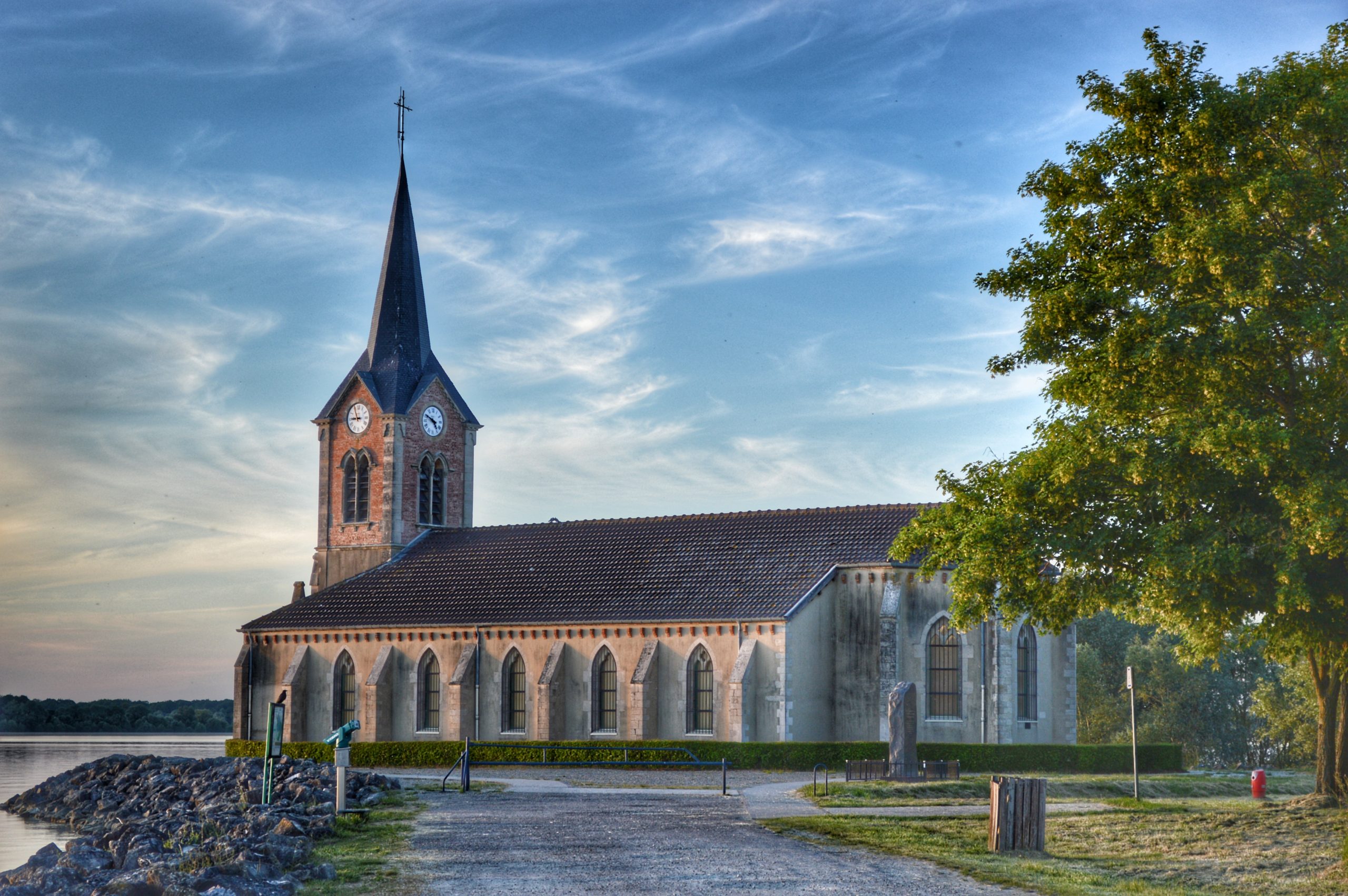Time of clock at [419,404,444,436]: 4:49
